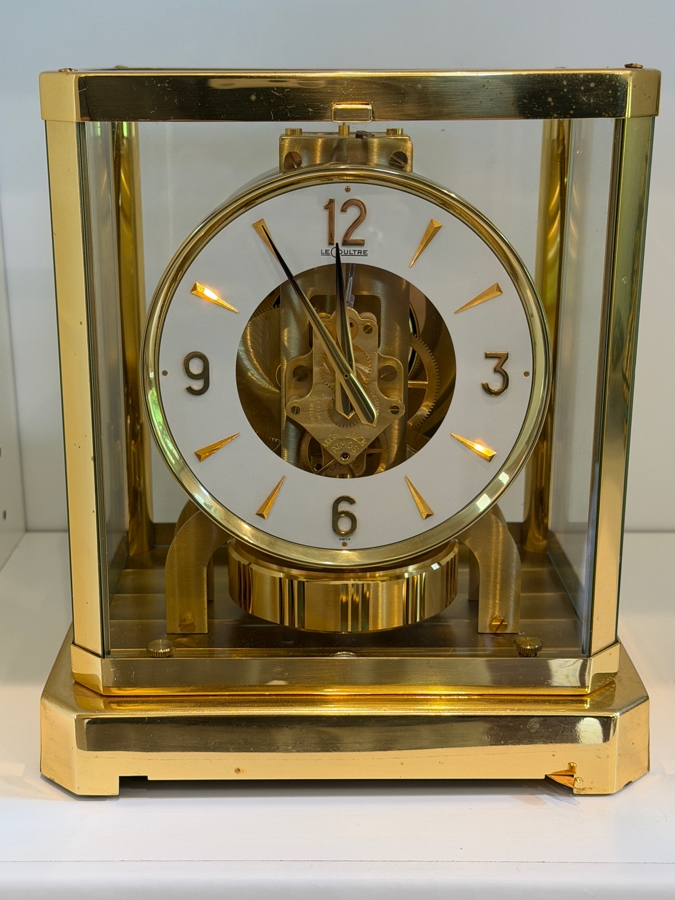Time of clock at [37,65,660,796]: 4:59
